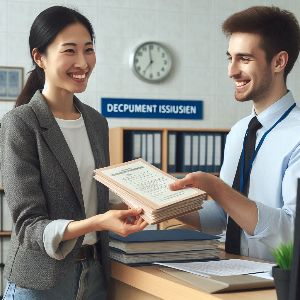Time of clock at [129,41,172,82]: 6:58
